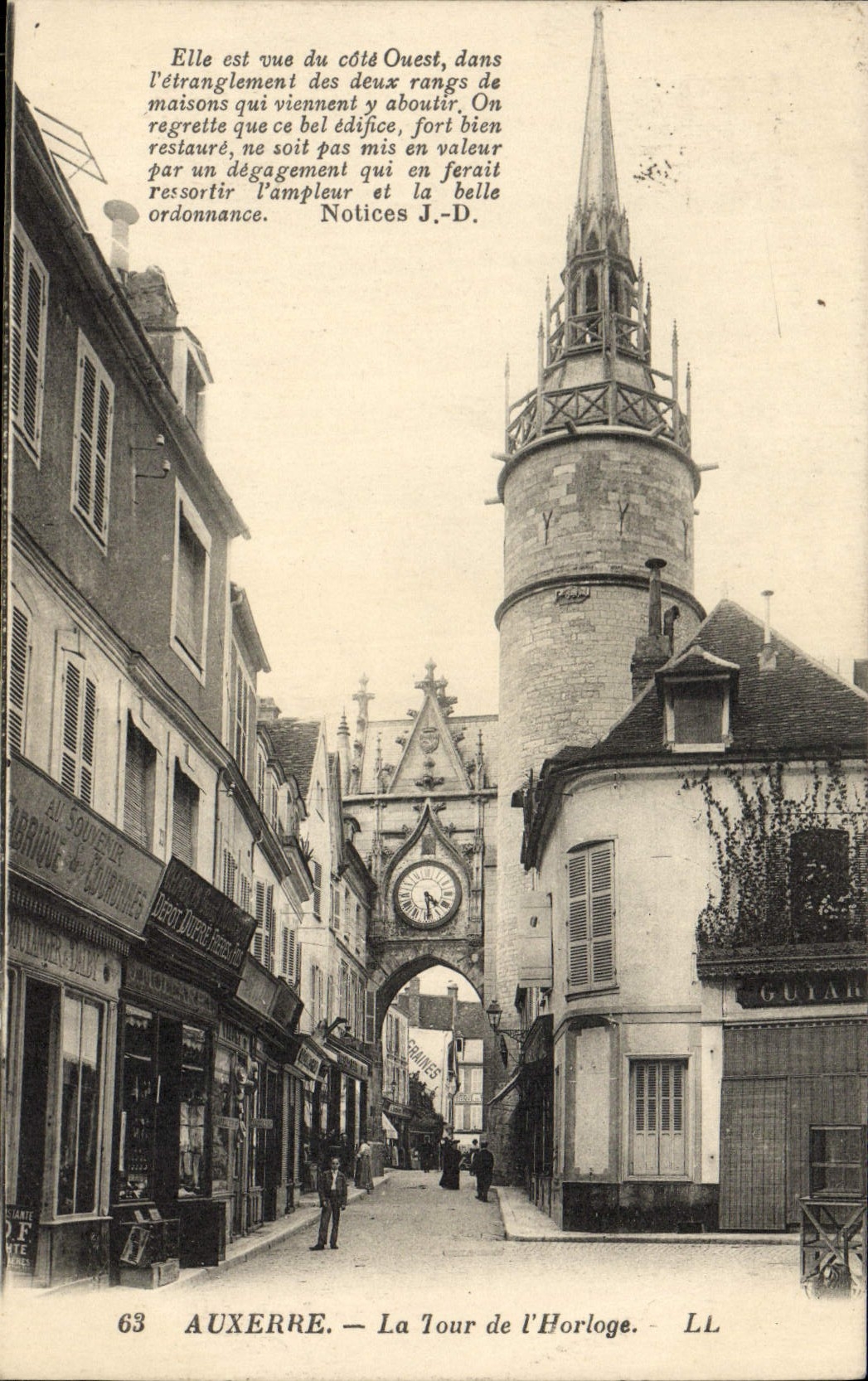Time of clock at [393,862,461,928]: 4:28
